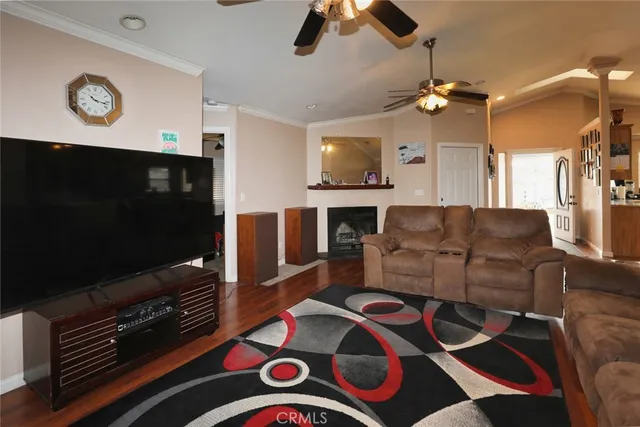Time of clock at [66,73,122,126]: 10:17
